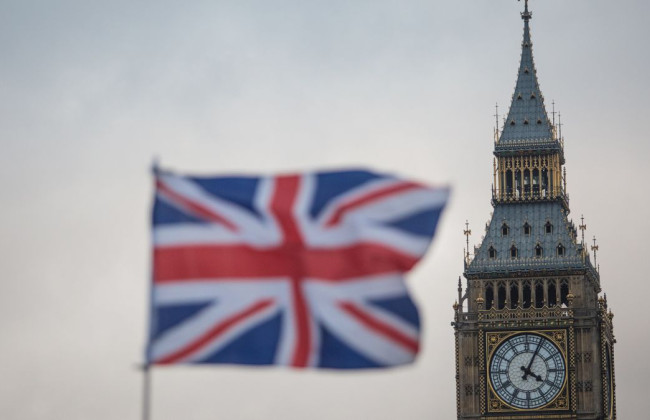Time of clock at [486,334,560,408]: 4:04
